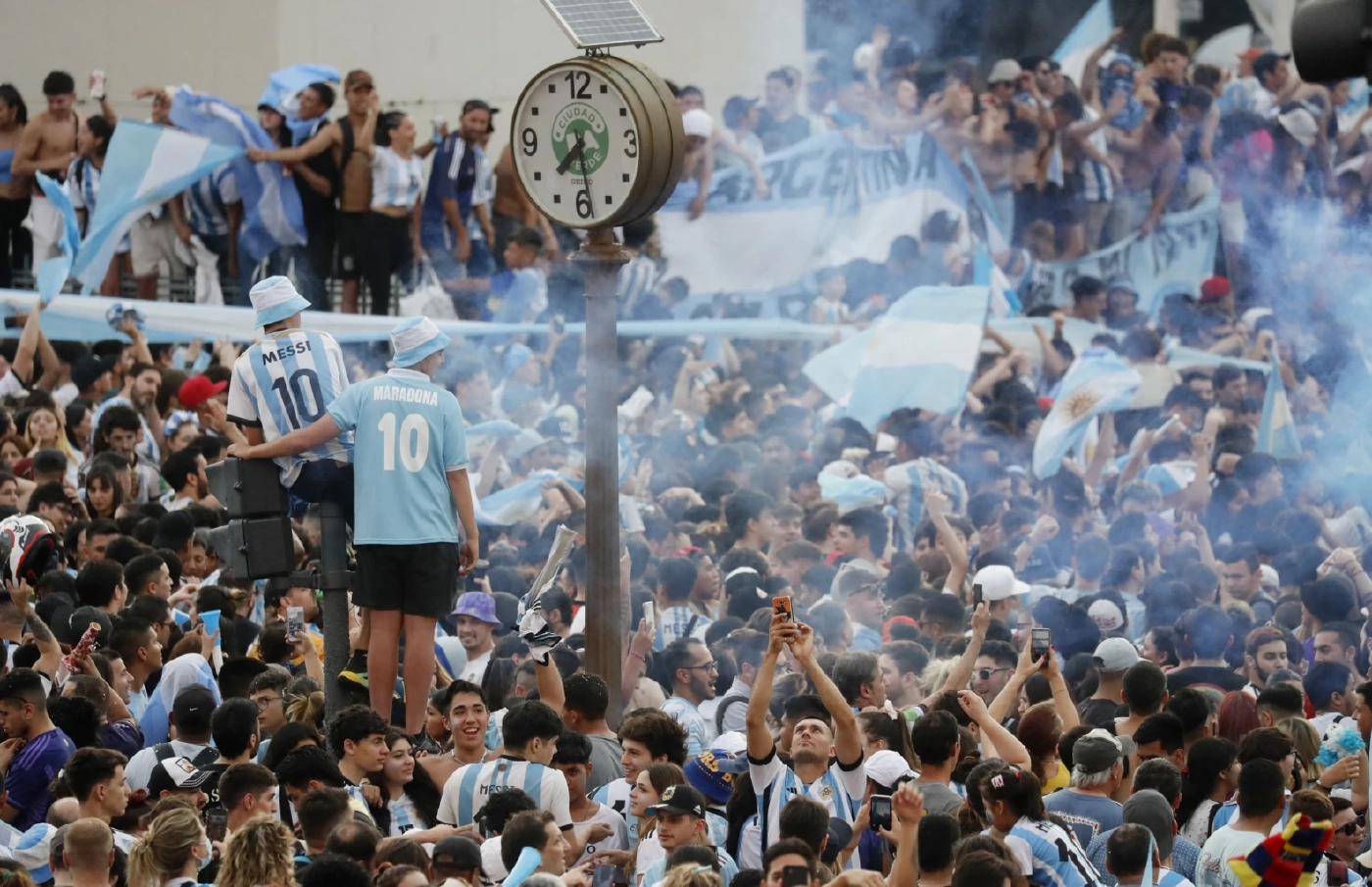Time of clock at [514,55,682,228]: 7:28
